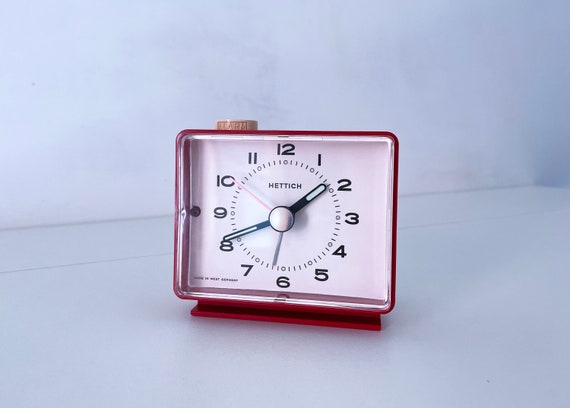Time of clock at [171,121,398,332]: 1:40
